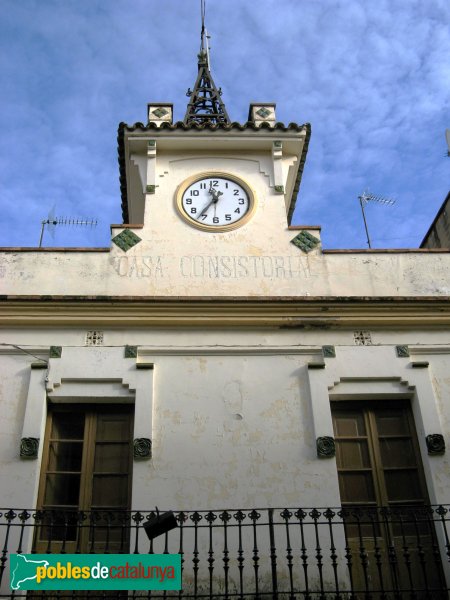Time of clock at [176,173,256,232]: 11:35
